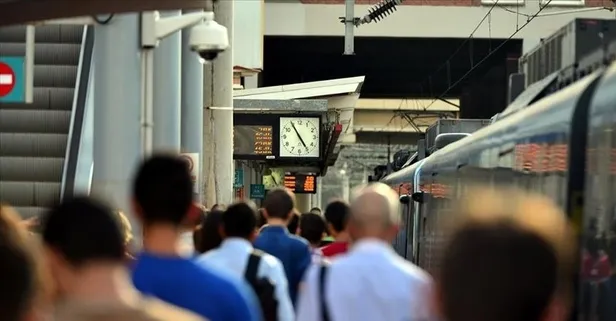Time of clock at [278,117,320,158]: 4:54
